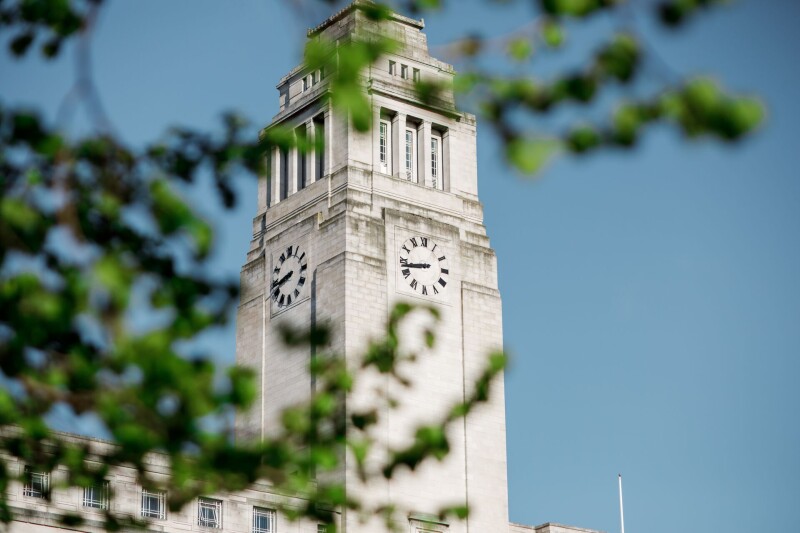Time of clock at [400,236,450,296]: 8:43
